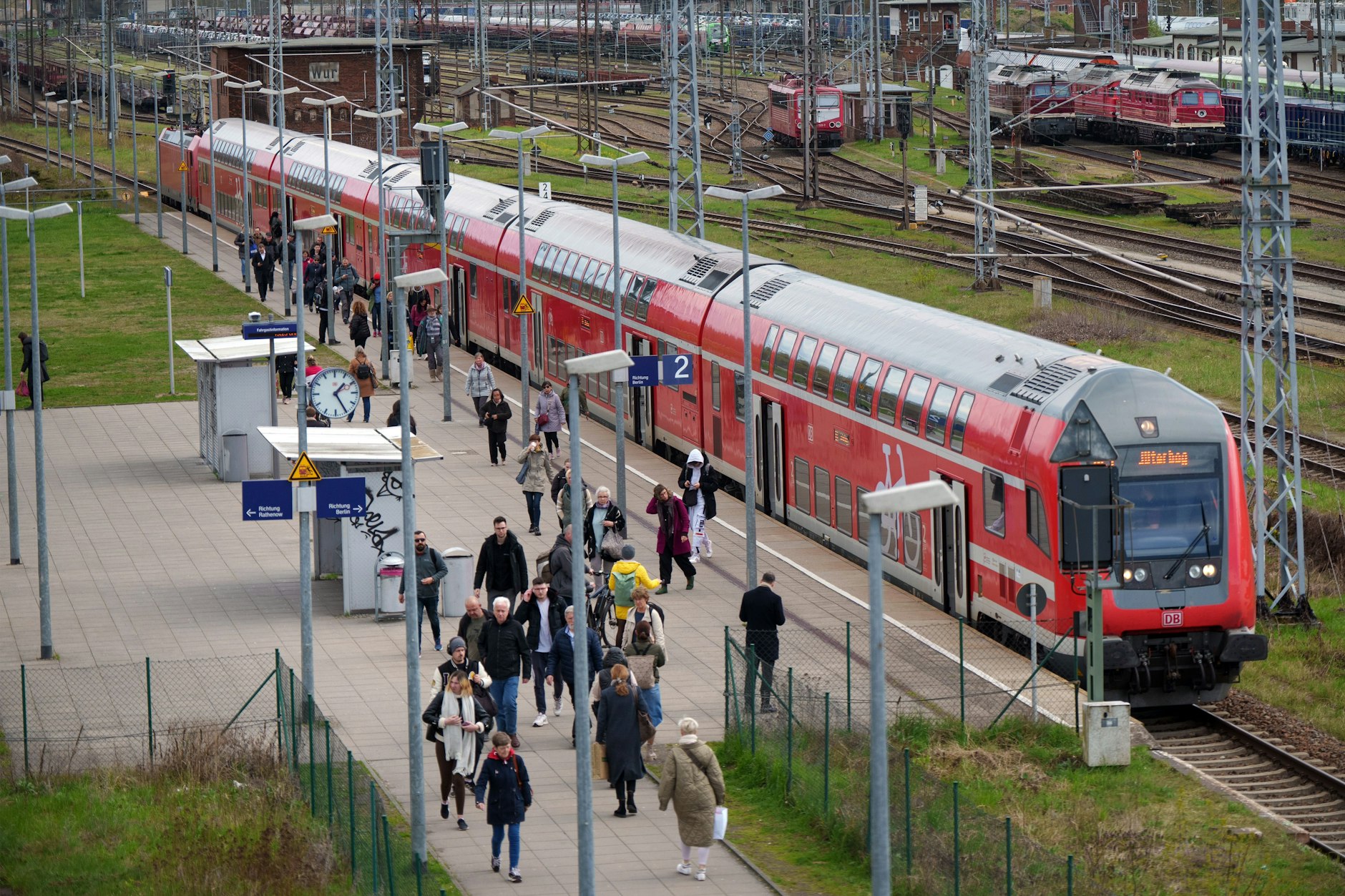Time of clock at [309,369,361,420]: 1:24
